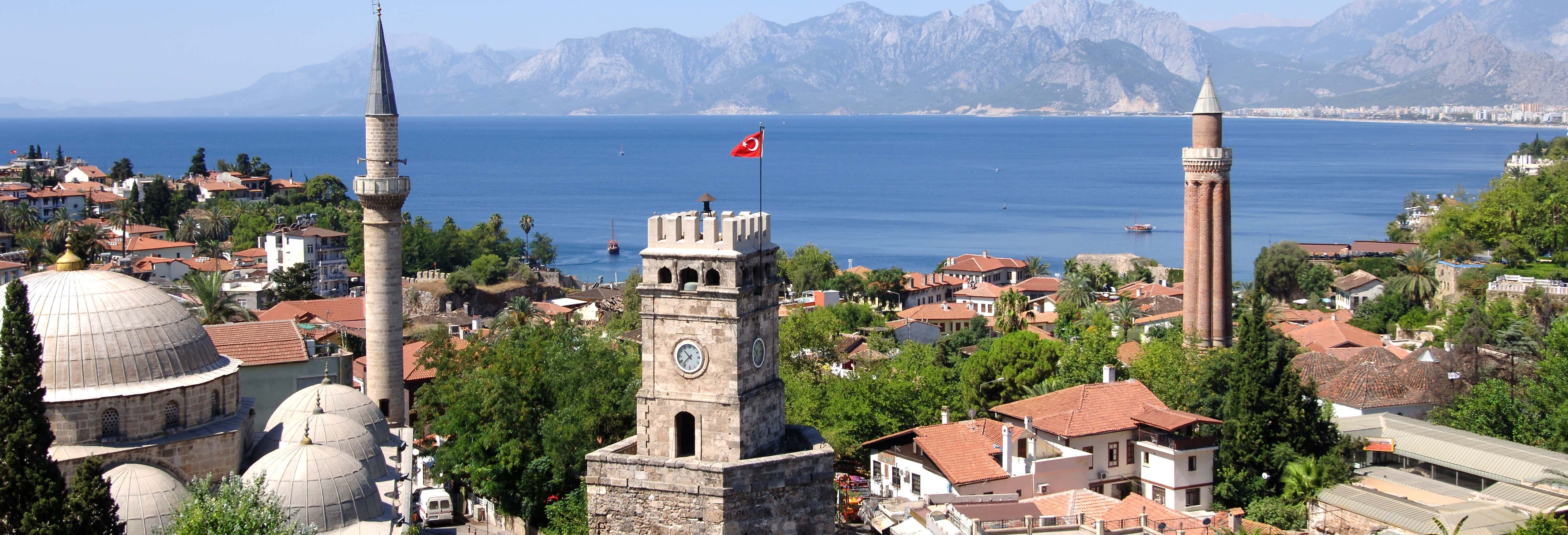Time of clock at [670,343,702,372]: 10:37
